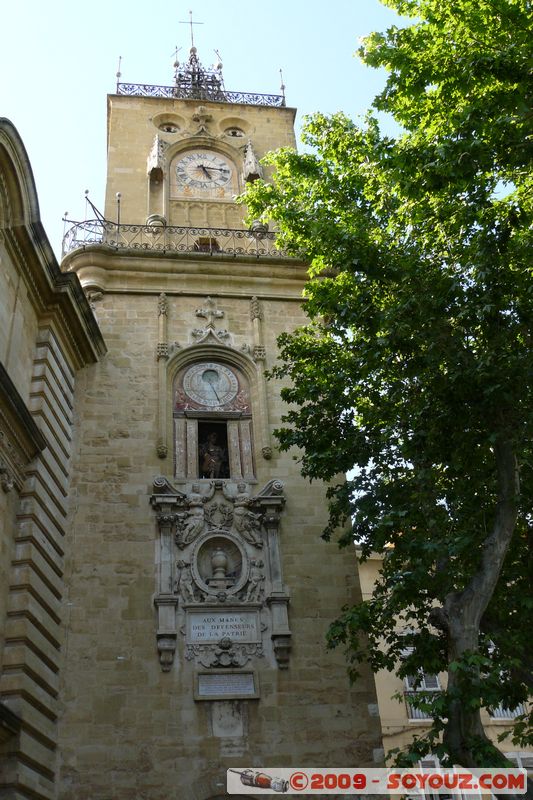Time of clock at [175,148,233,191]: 5:14
